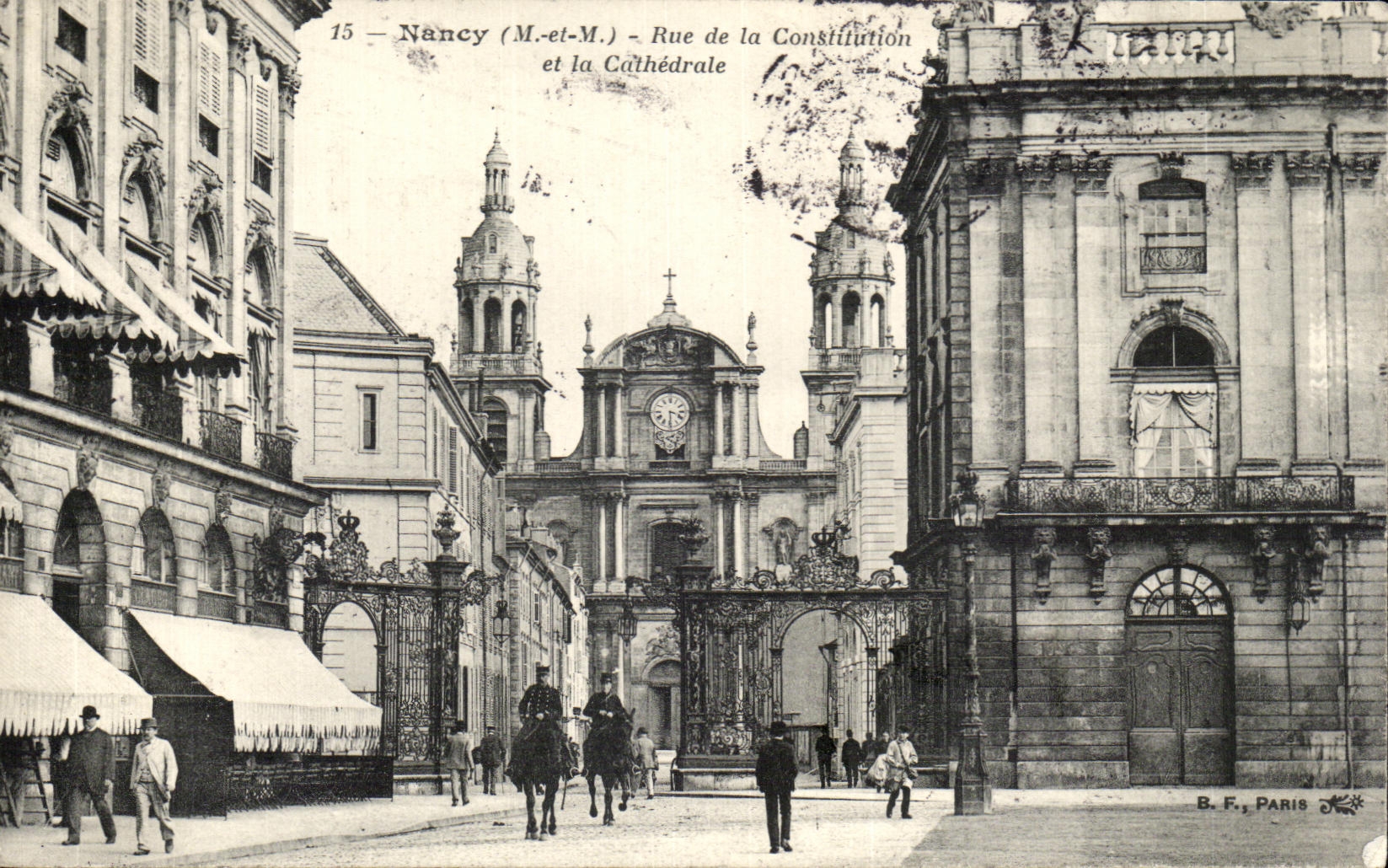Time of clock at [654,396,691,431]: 3:29
